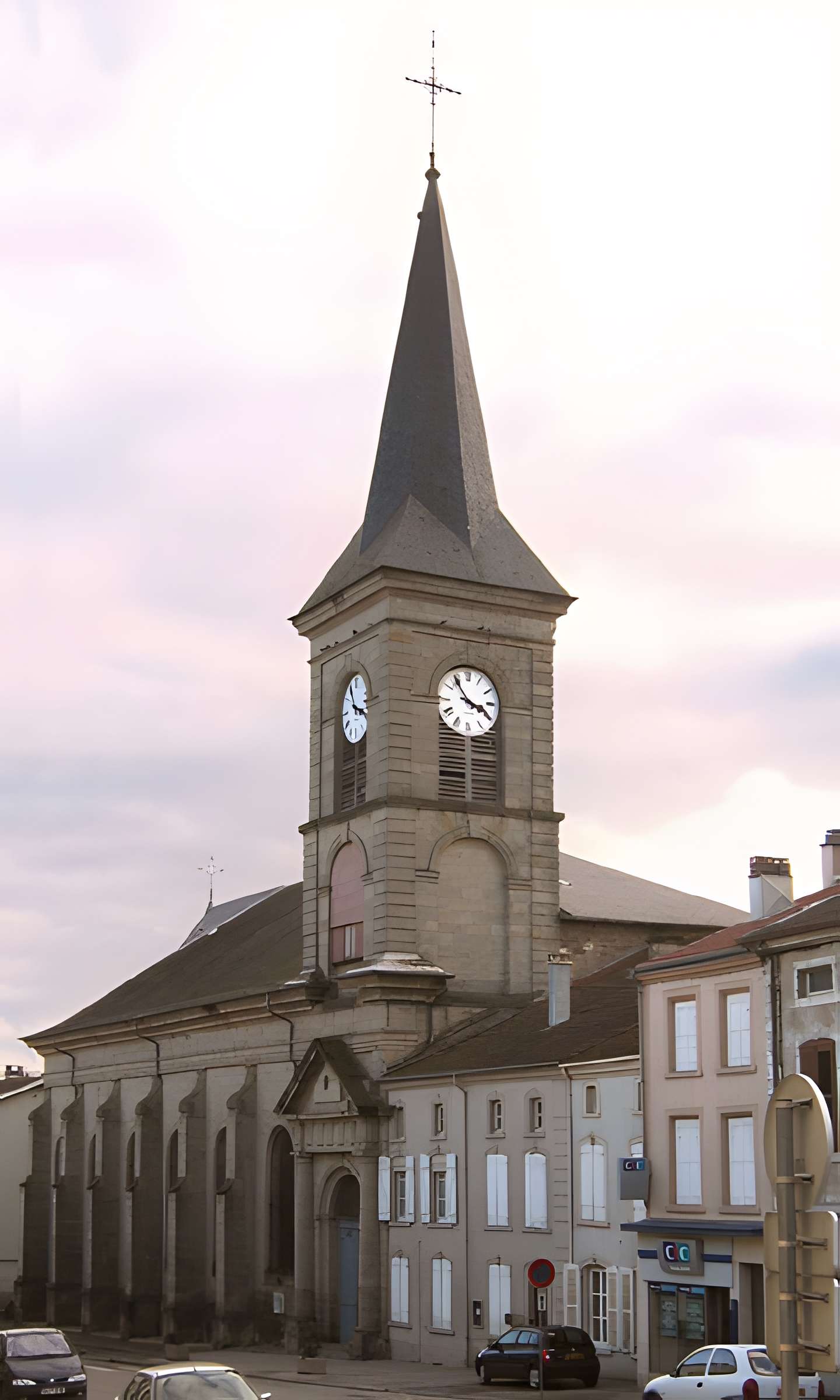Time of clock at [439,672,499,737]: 3:54
